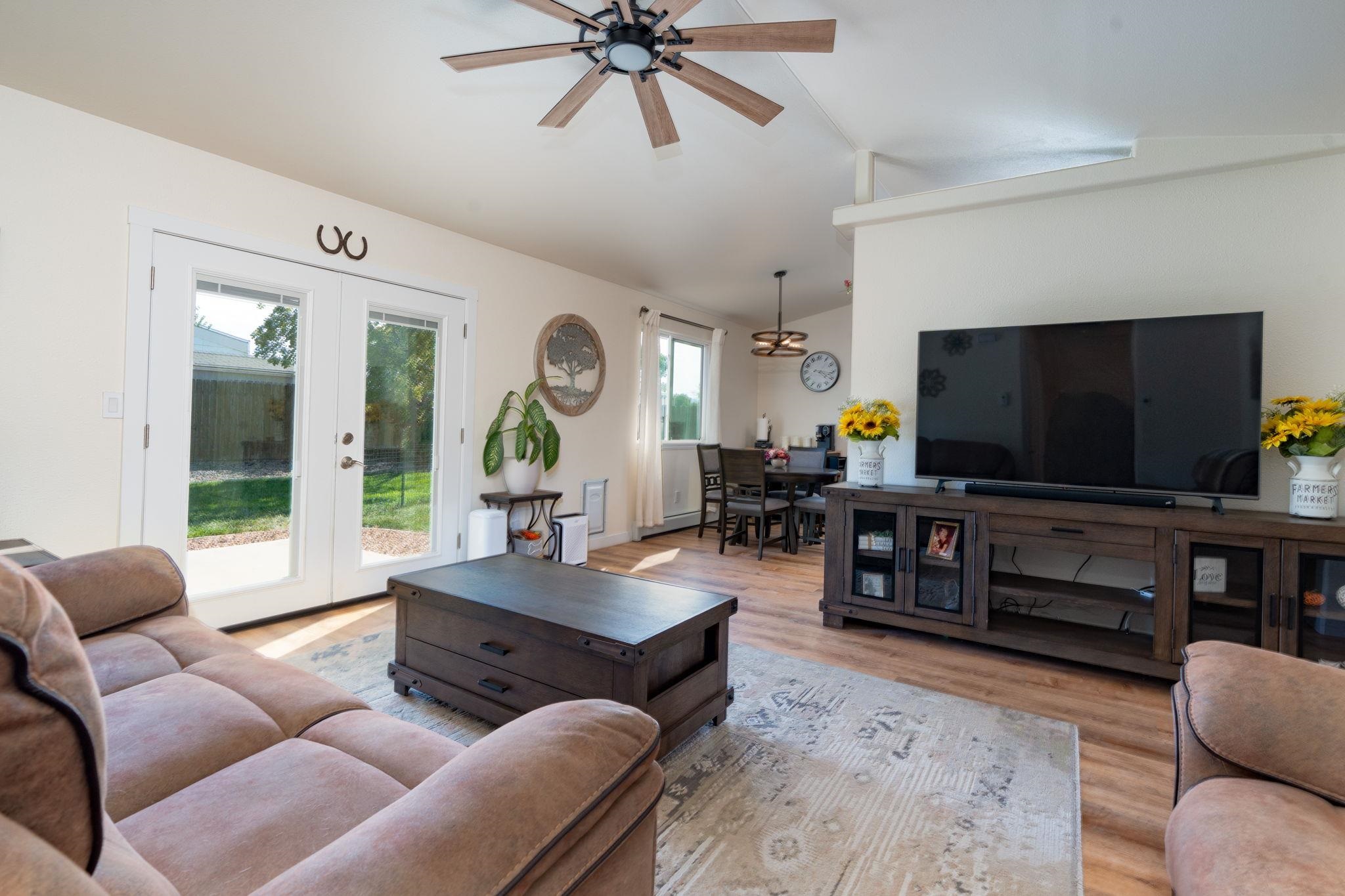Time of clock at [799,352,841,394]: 4:16
